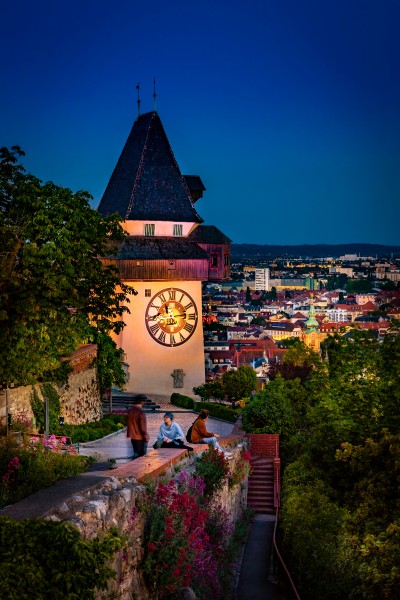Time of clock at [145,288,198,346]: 11:13
